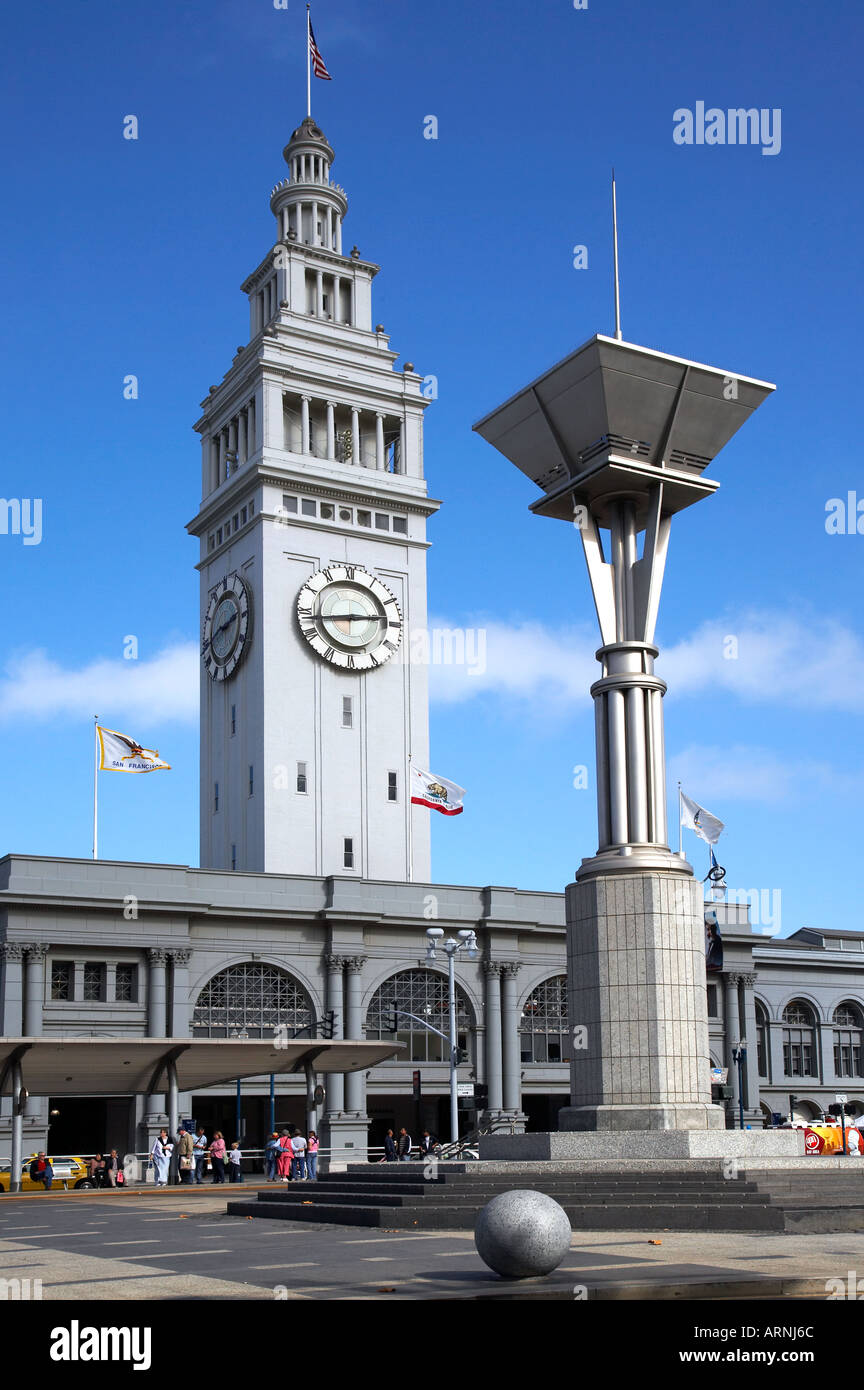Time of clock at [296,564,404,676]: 2:43
